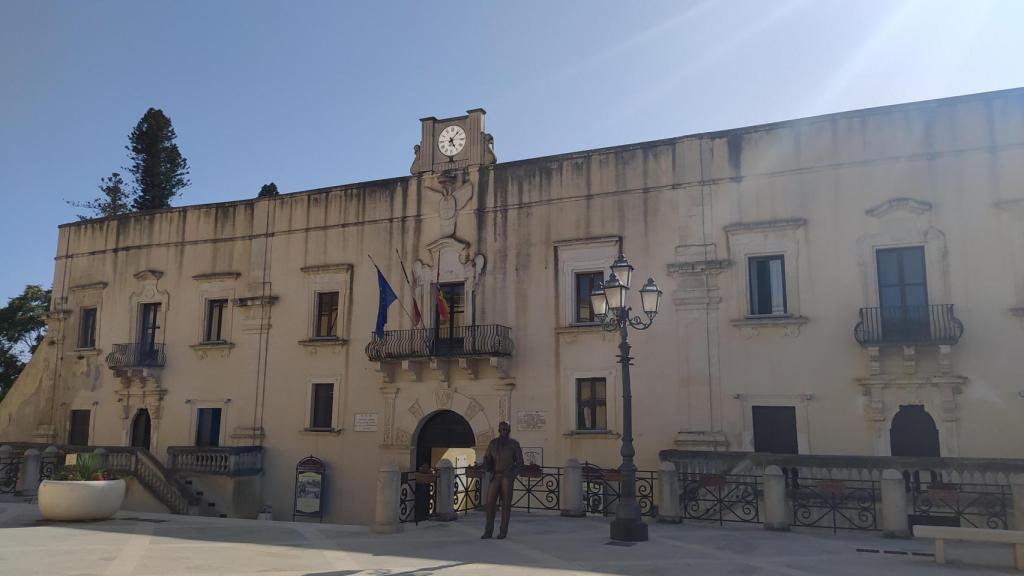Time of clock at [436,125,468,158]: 5:07
